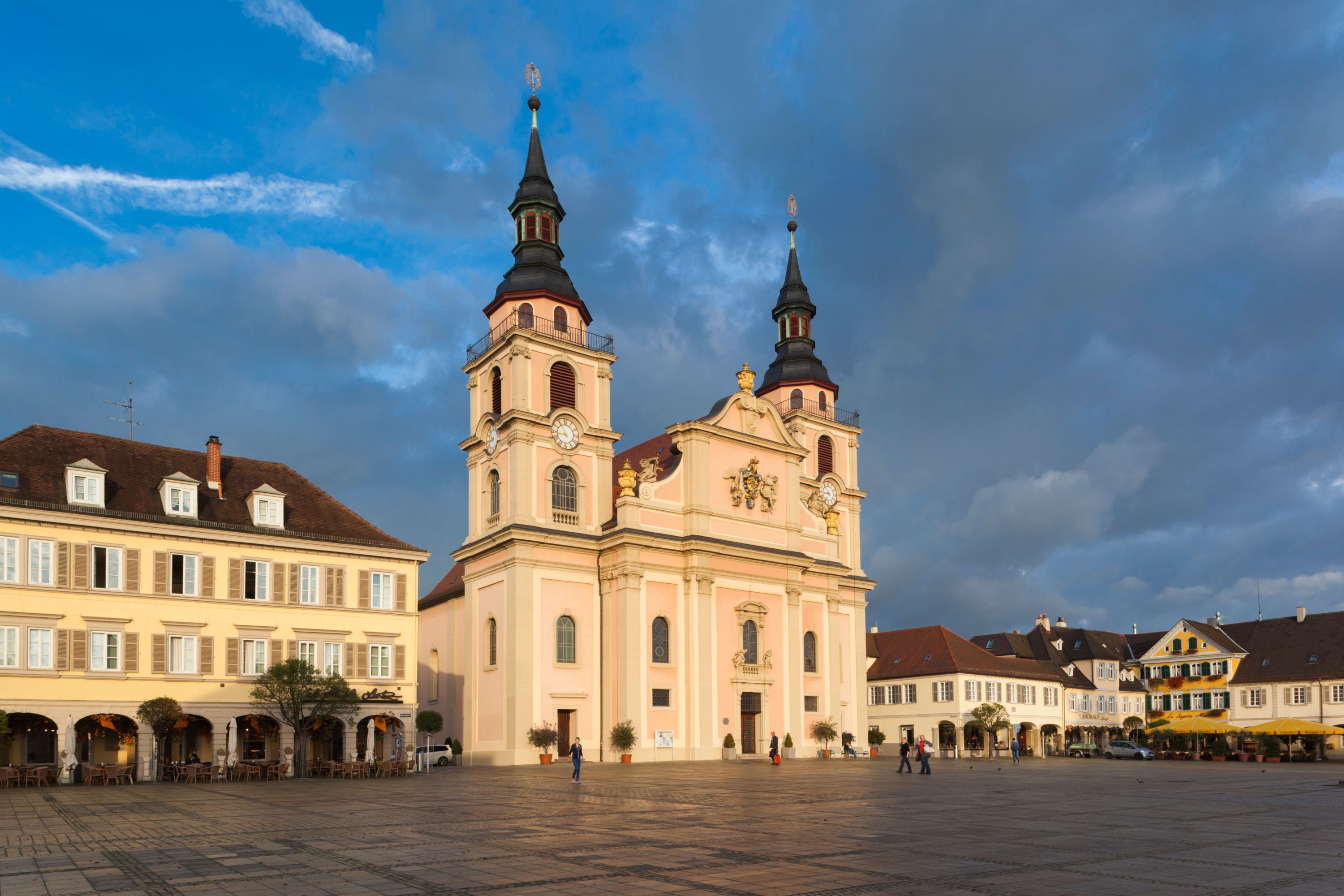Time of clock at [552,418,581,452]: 8:54
